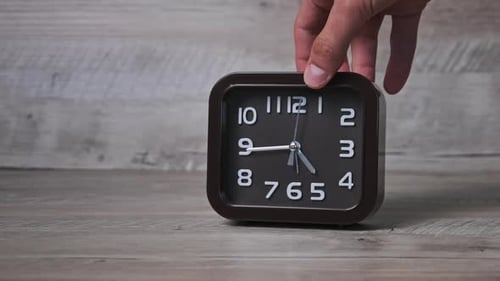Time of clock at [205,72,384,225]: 4:44
